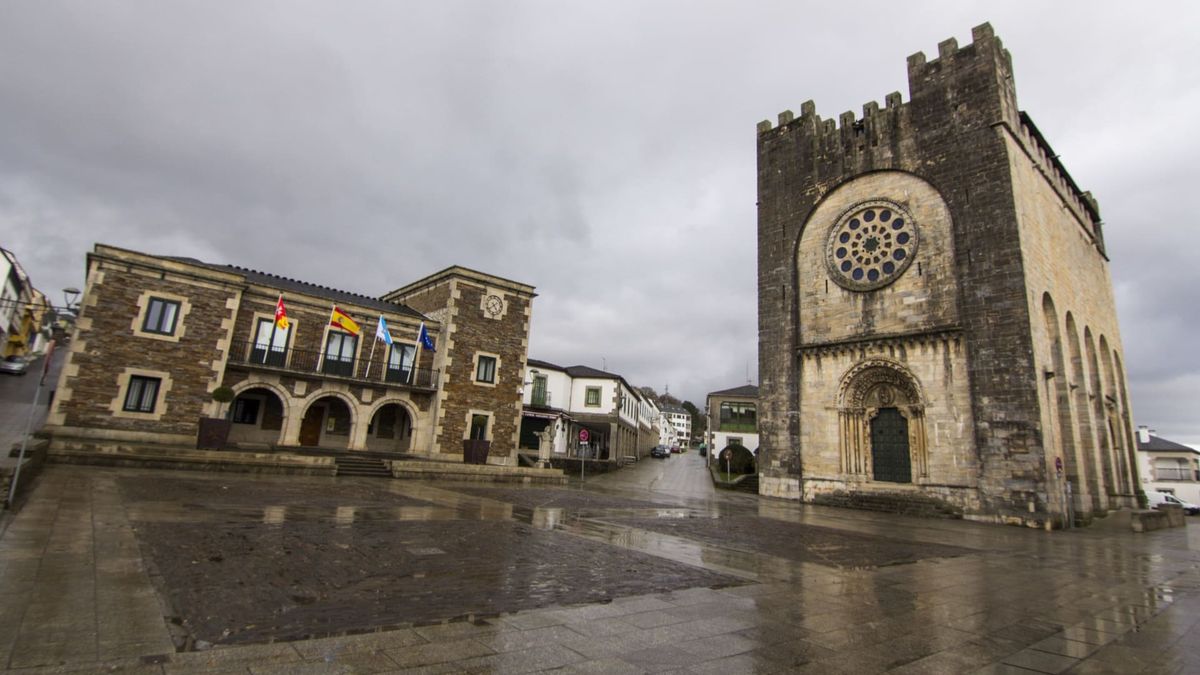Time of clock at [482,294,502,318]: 4:38
